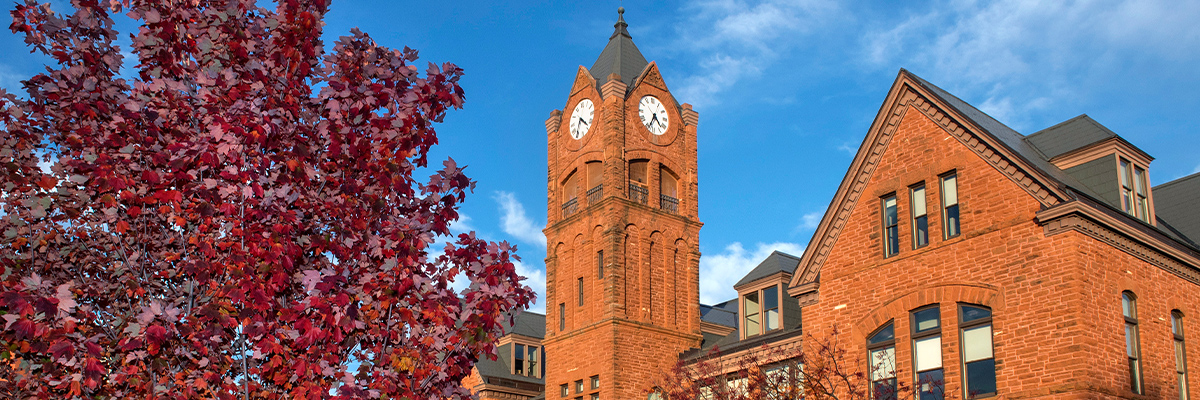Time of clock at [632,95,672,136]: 4:34
